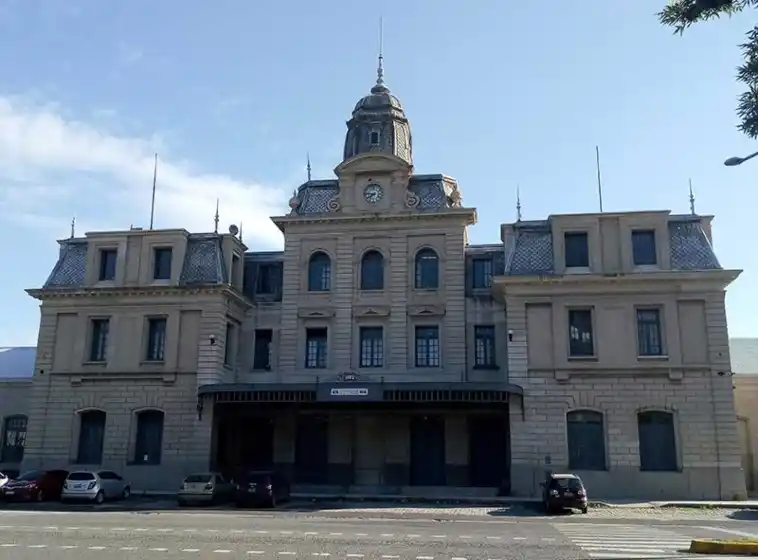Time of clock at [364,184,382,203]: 7:46
